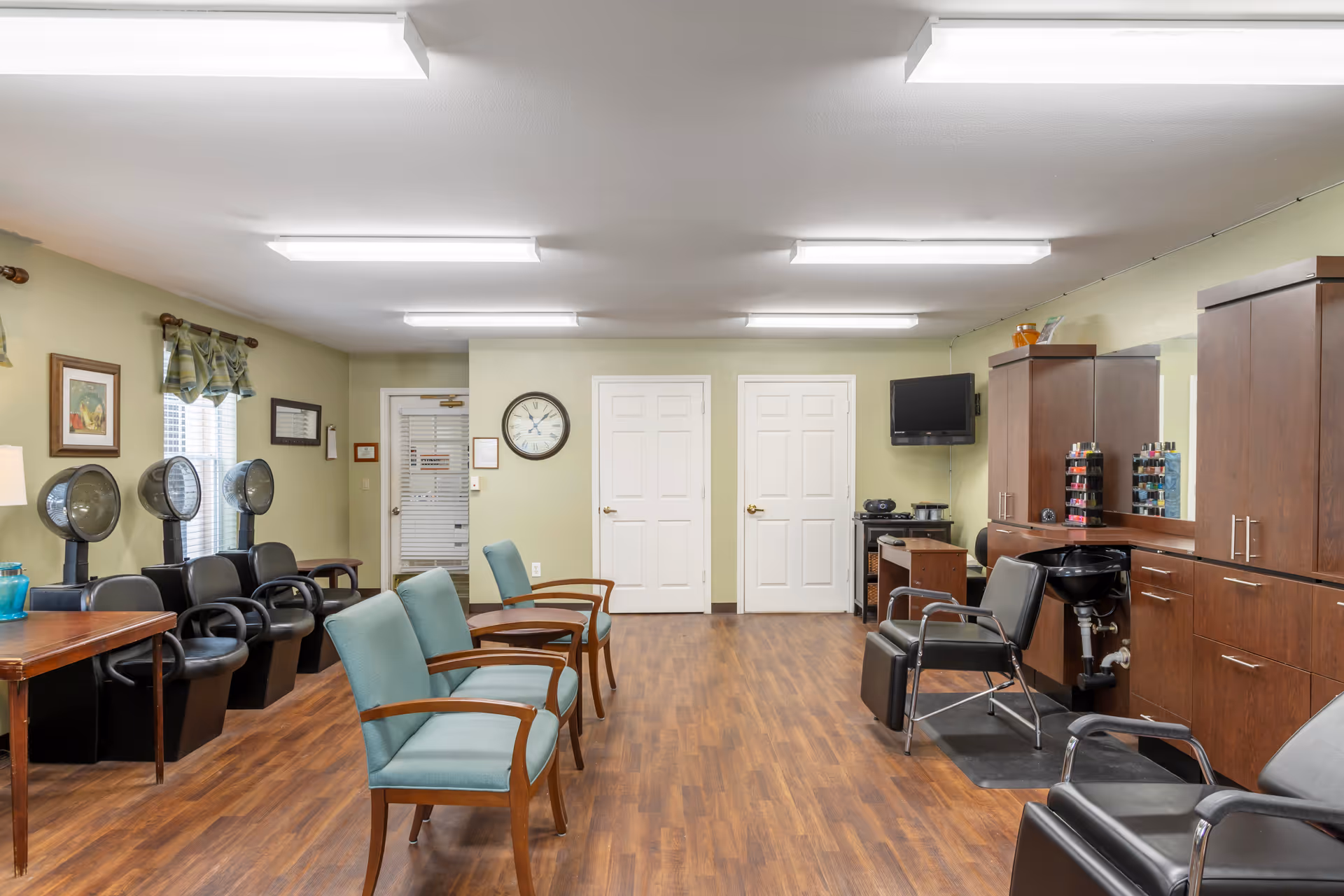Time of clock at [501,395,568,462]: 11:07
